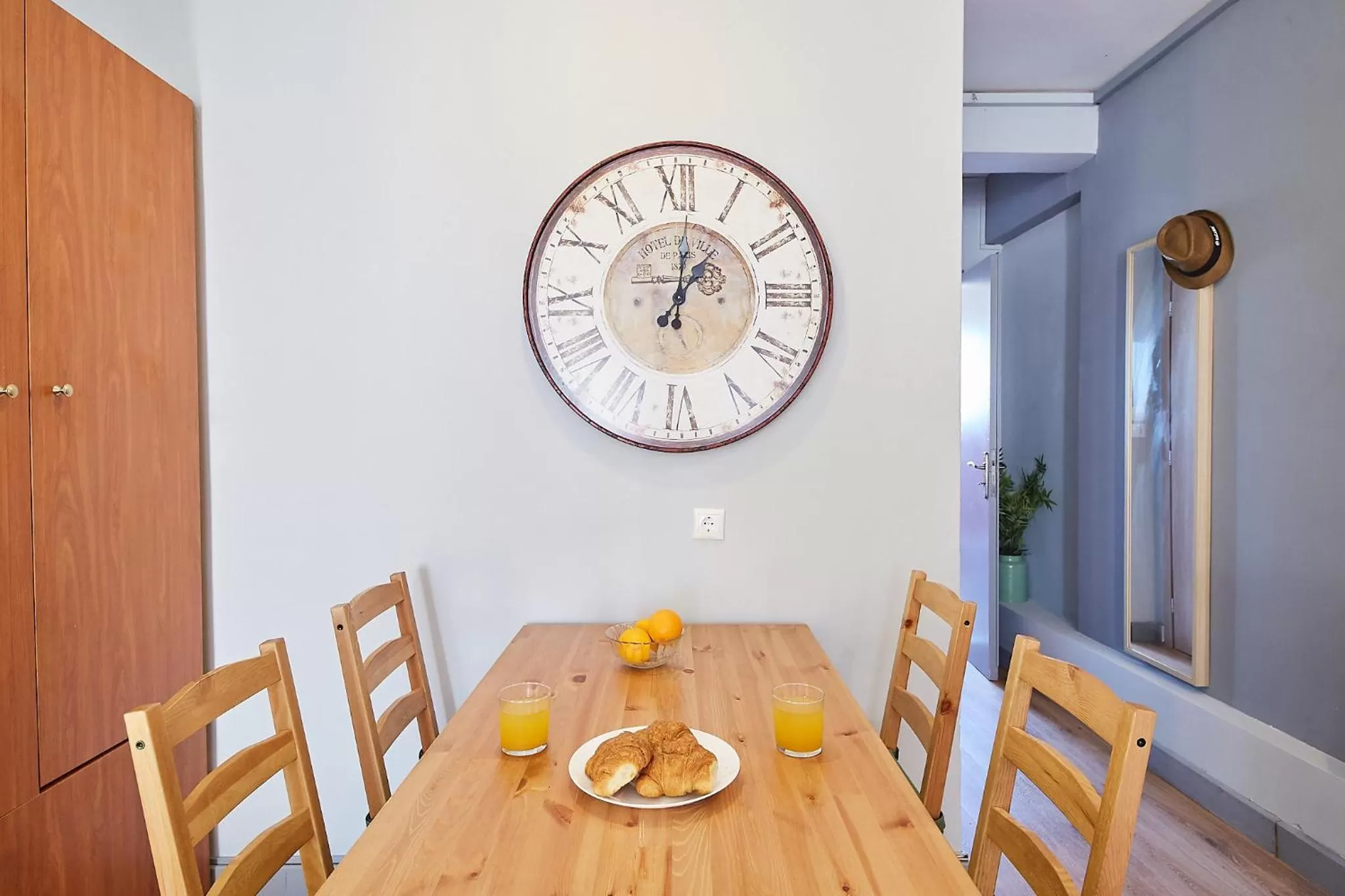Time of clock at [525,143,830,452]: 1:01
